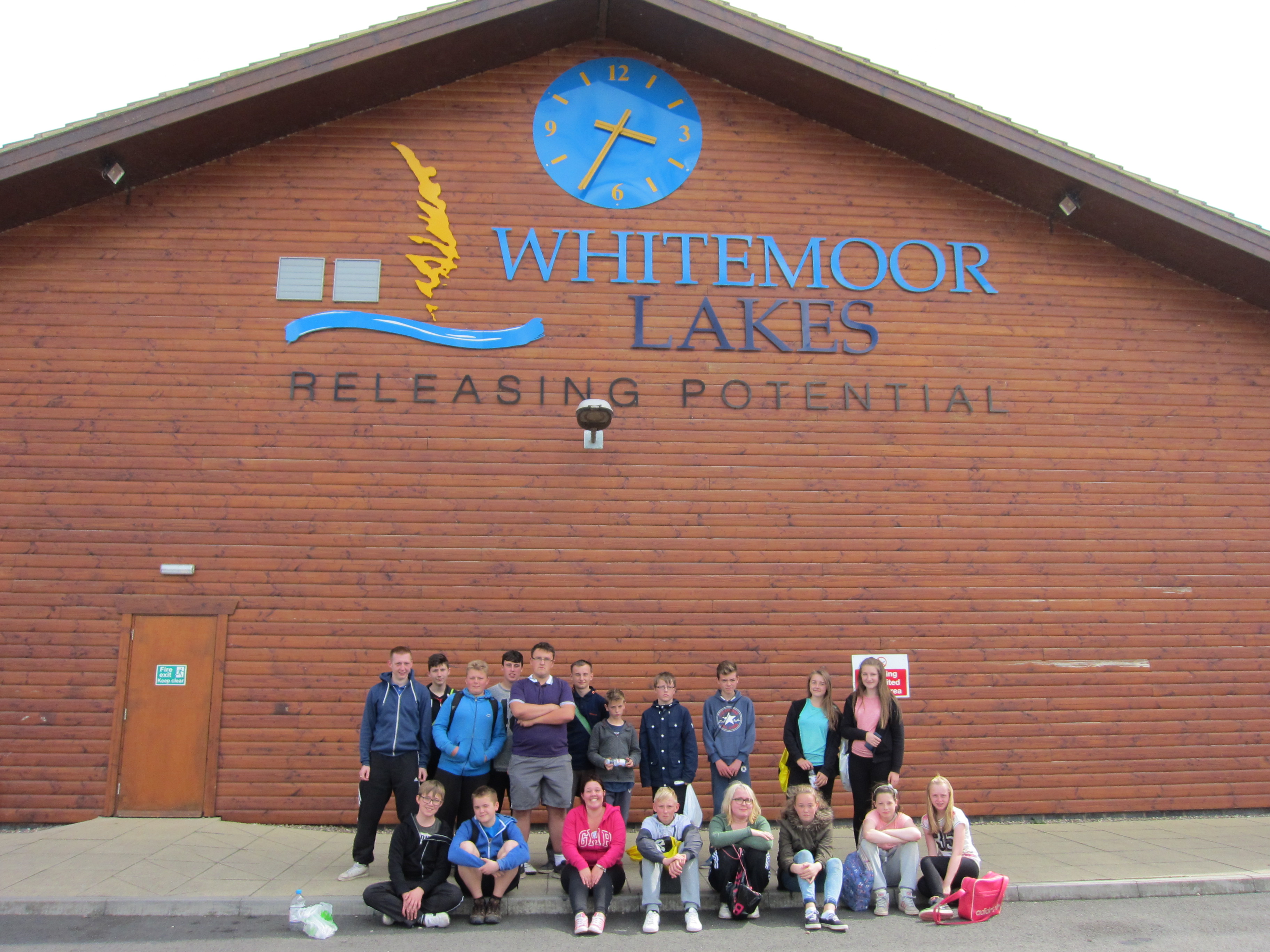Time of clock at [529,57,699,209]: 3:34
